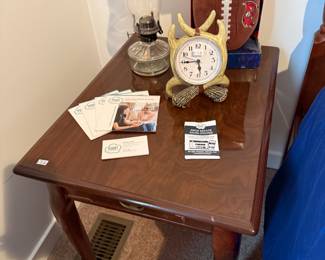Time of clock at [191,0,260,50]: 5:44
